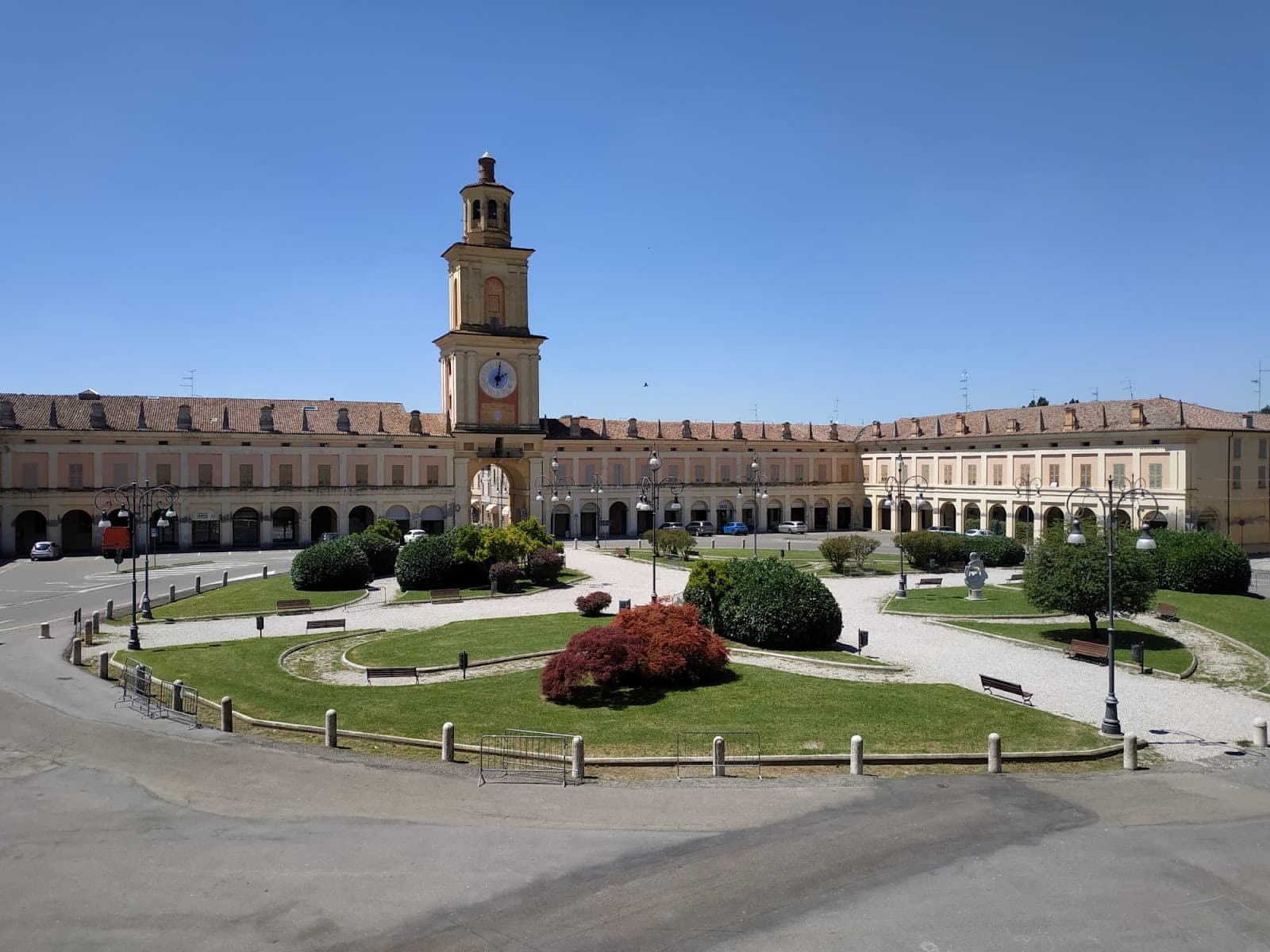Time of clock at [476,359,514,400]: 2:01
